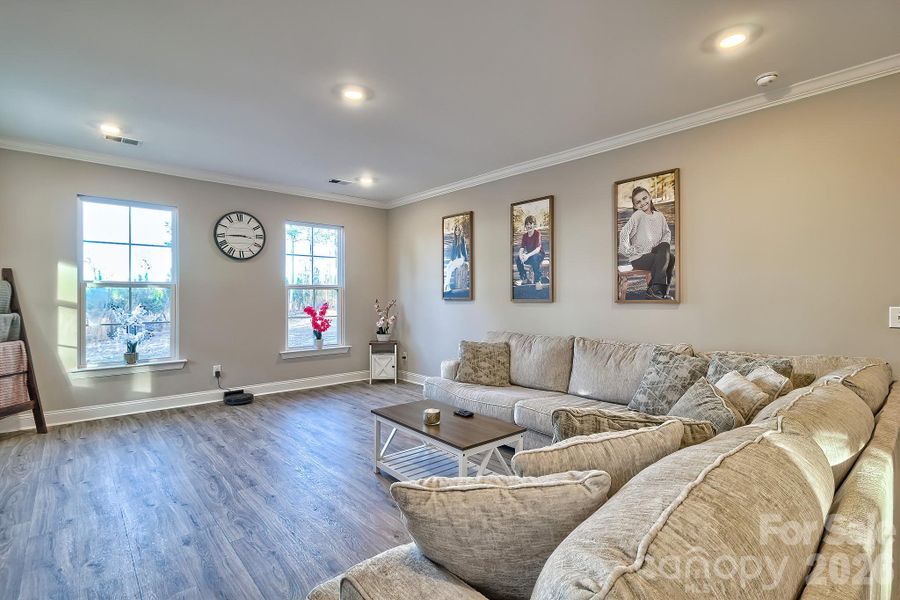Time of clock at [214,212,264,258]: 8:45
